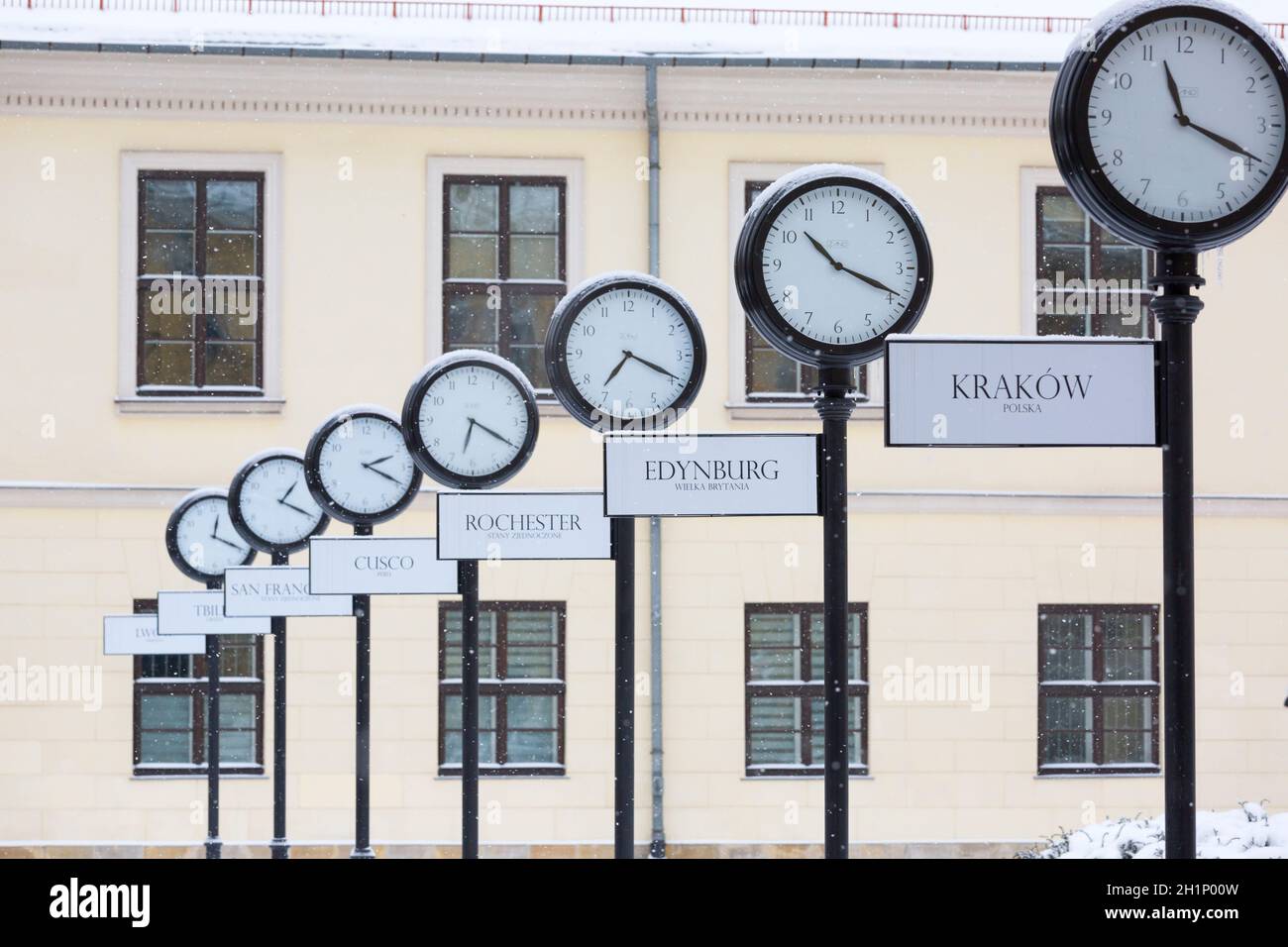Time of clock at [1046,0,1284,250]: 11:19
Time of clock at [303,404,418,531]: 2:19
